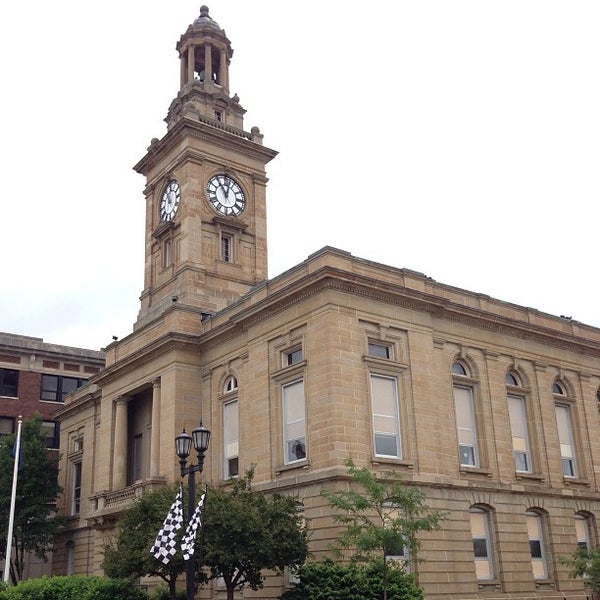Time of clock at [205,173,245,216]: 11:02
